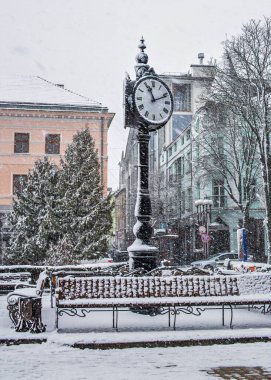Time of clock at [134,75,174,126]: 11:11
